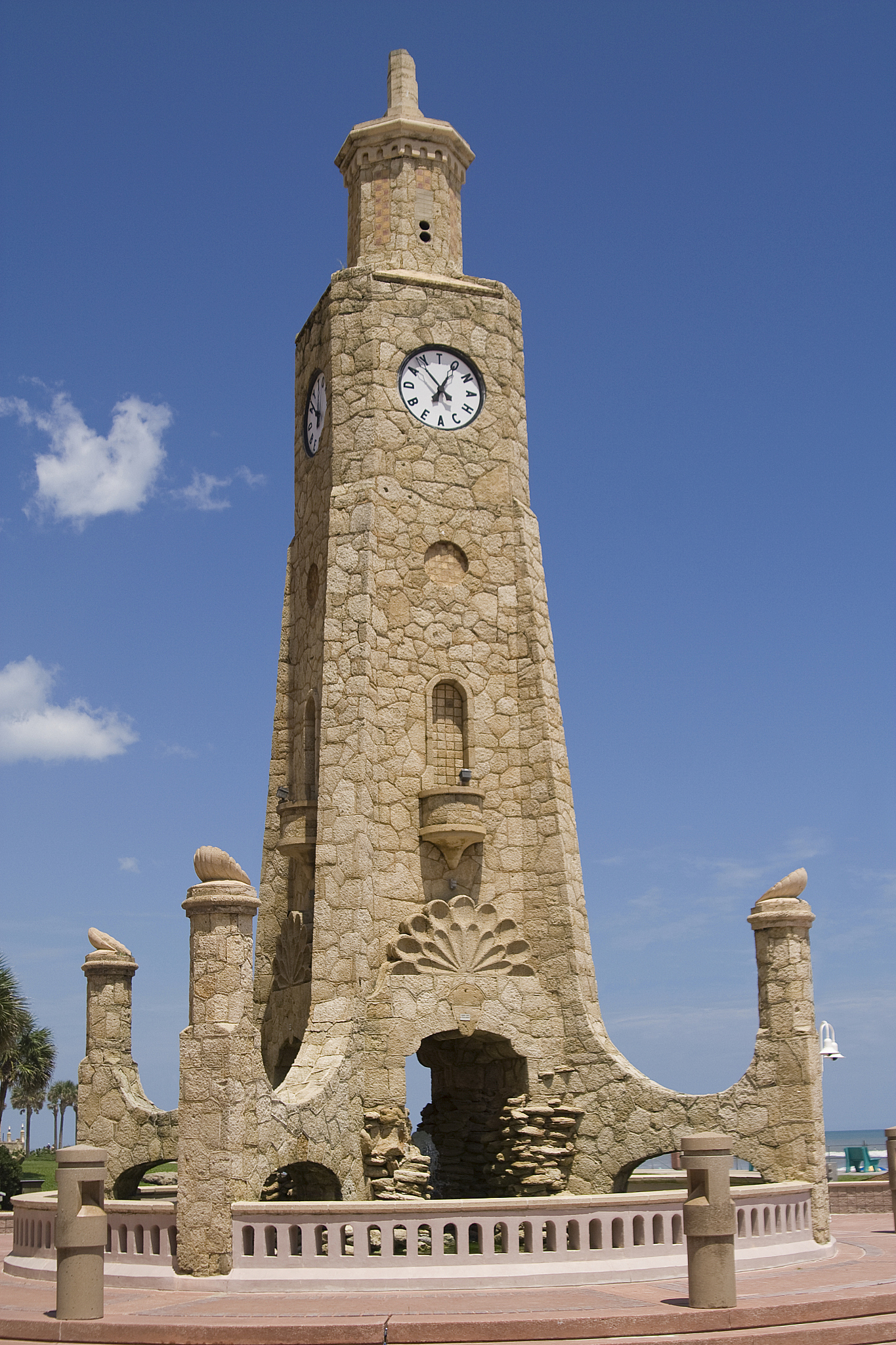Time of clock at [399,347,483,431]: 6:53
